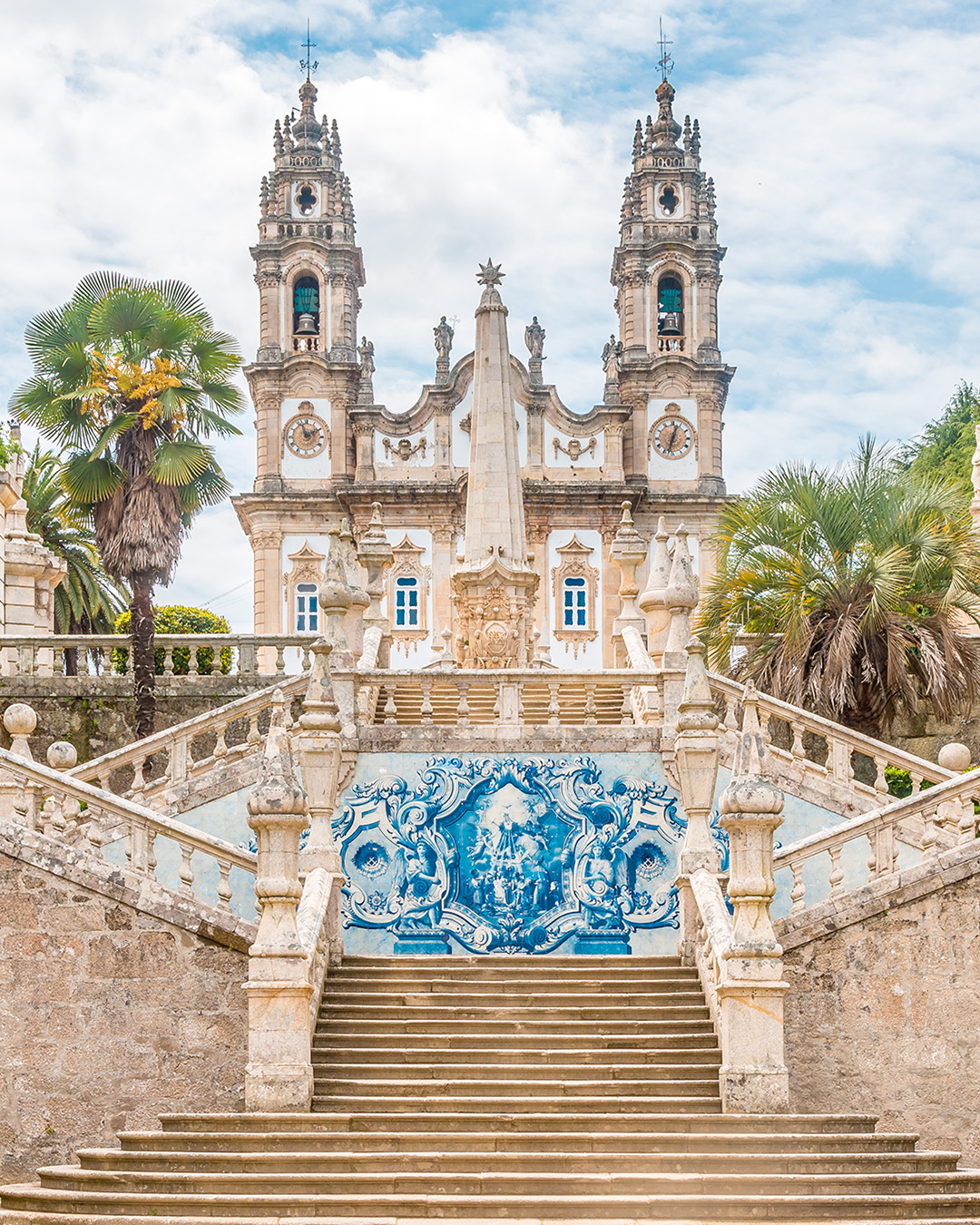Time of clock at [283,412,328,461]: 1:57
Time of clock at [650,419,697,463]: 12:32
